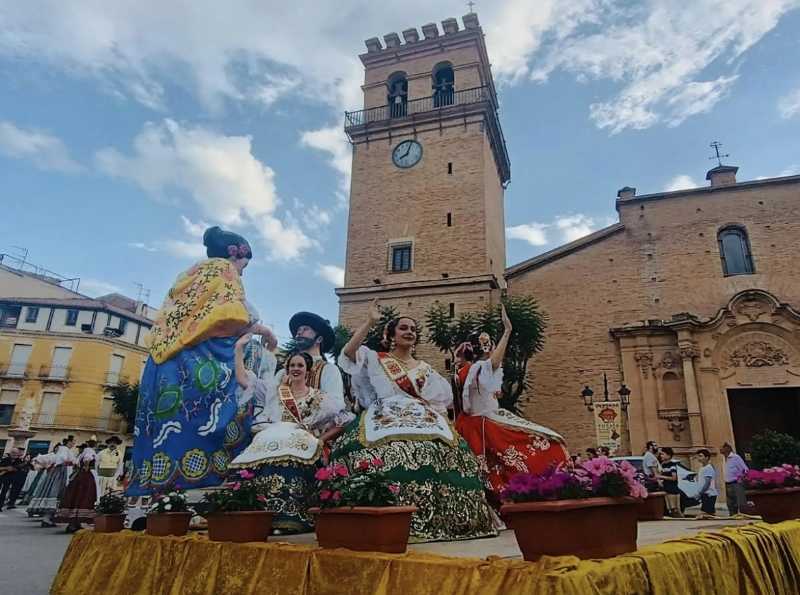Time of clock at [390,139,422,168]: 8:03
